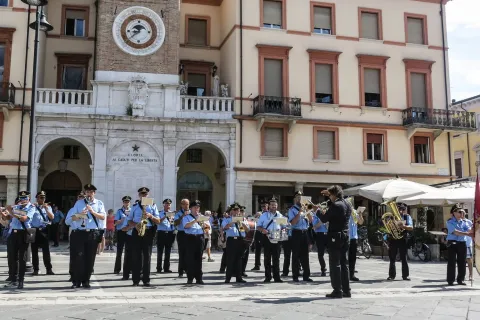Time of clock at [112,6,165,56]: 8:38
